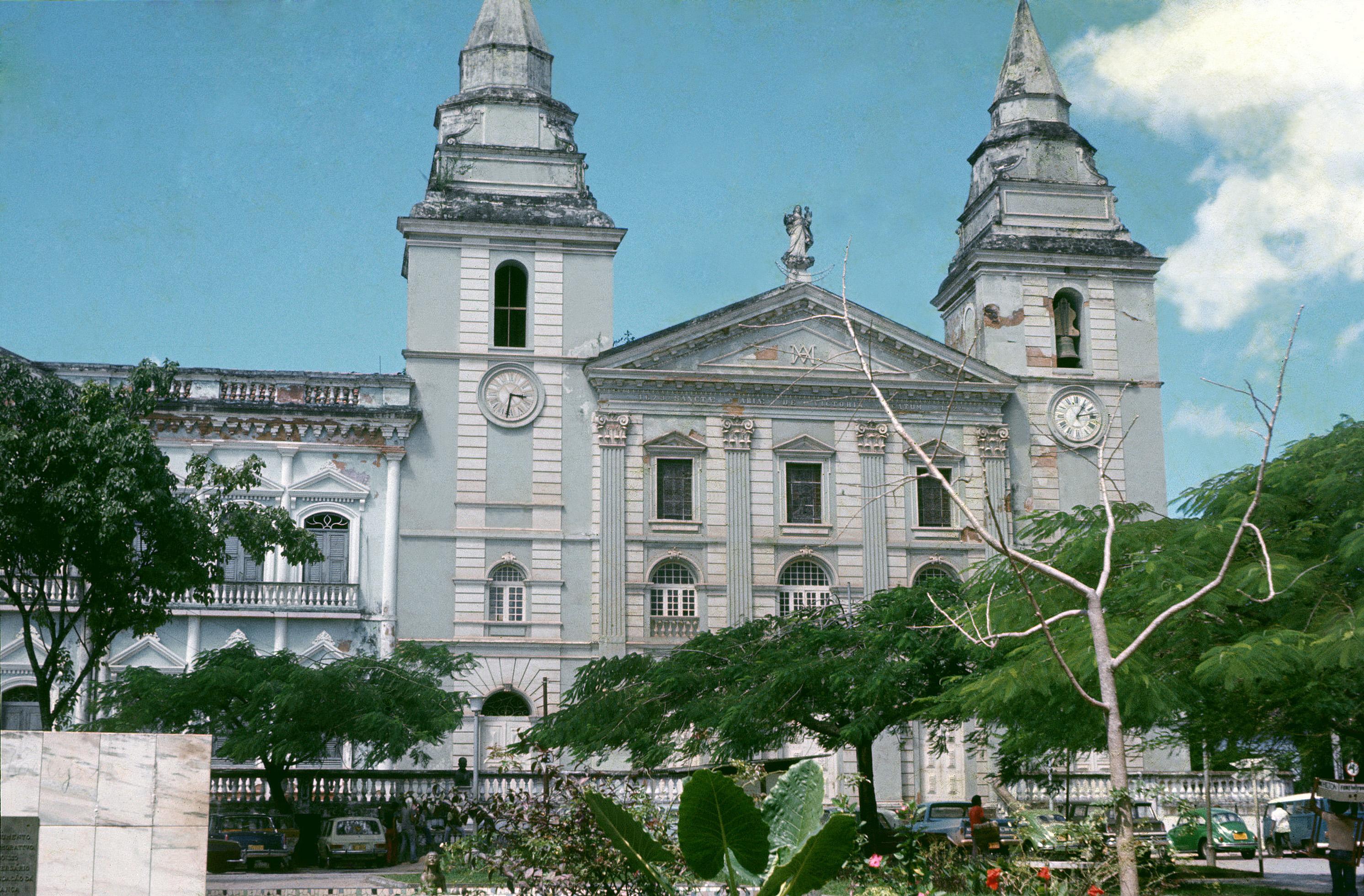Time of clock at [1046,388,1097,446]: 1:13
